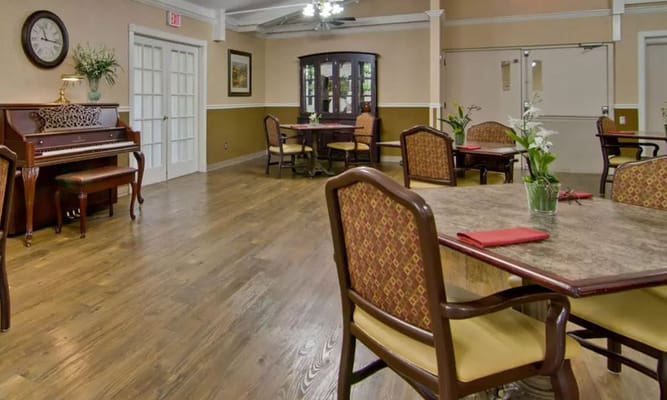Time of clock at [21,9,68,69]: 11:16
